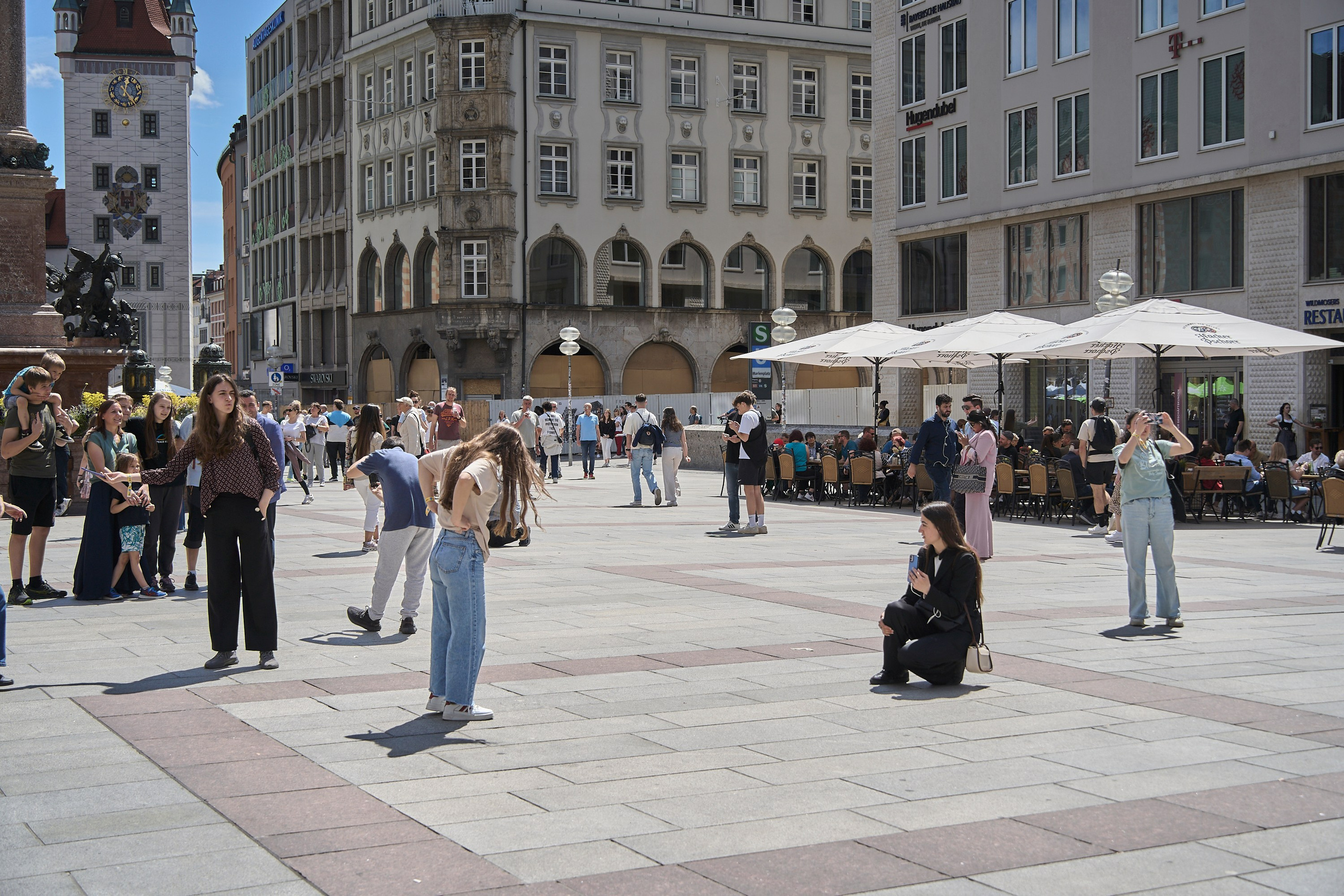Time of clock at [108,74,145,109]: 12:24
